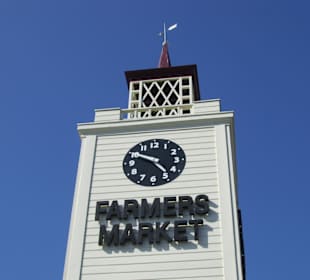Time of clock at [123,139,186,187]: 4:49
